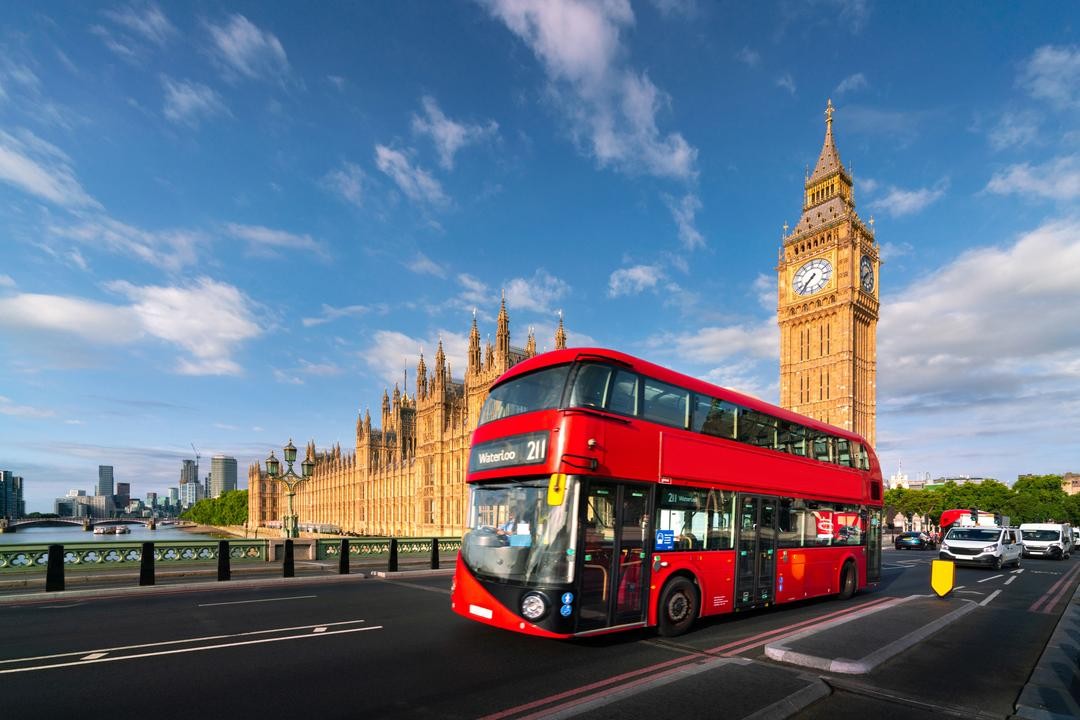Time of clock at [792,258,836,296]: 7:37
